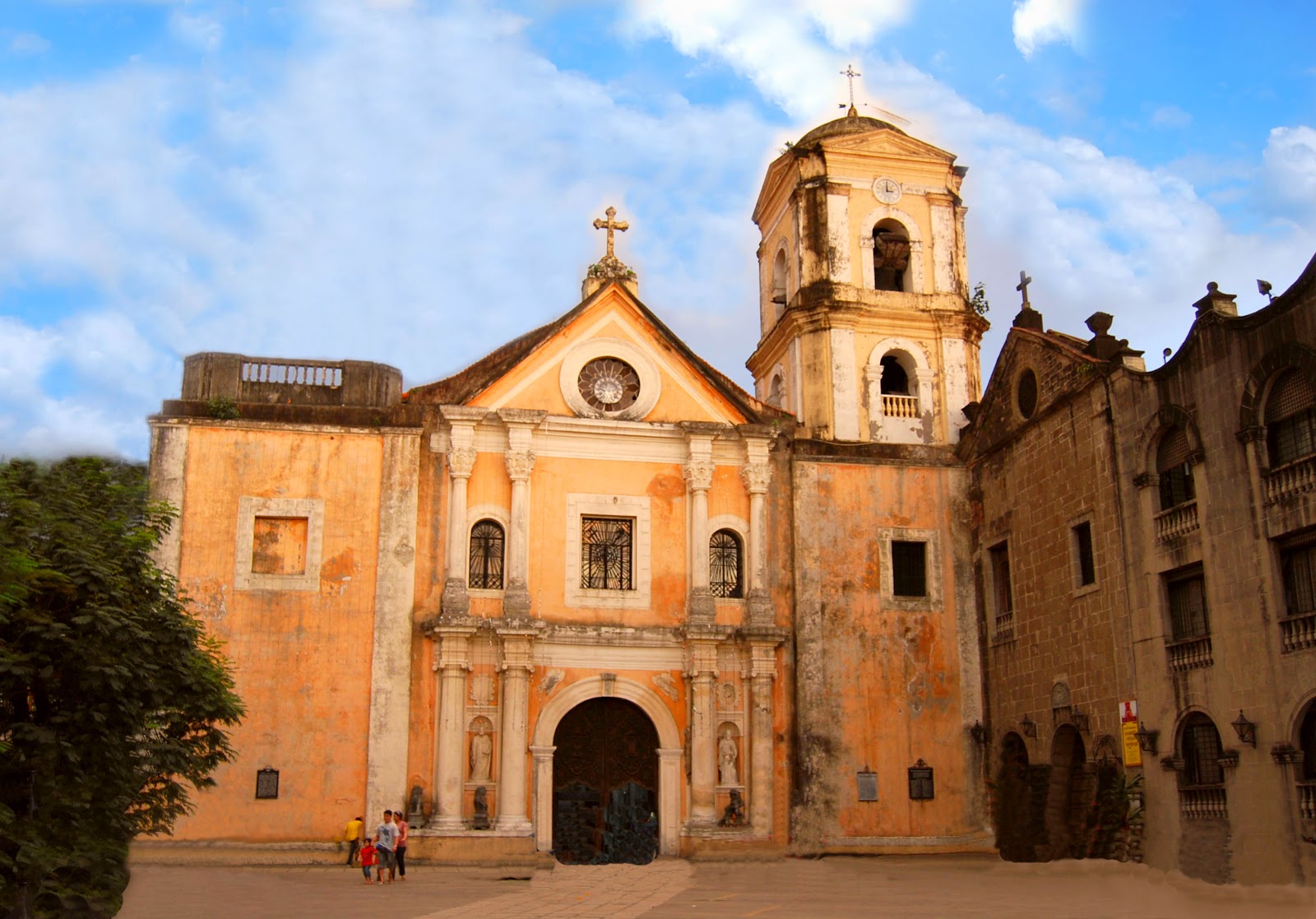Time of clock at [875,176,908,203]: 2:59
